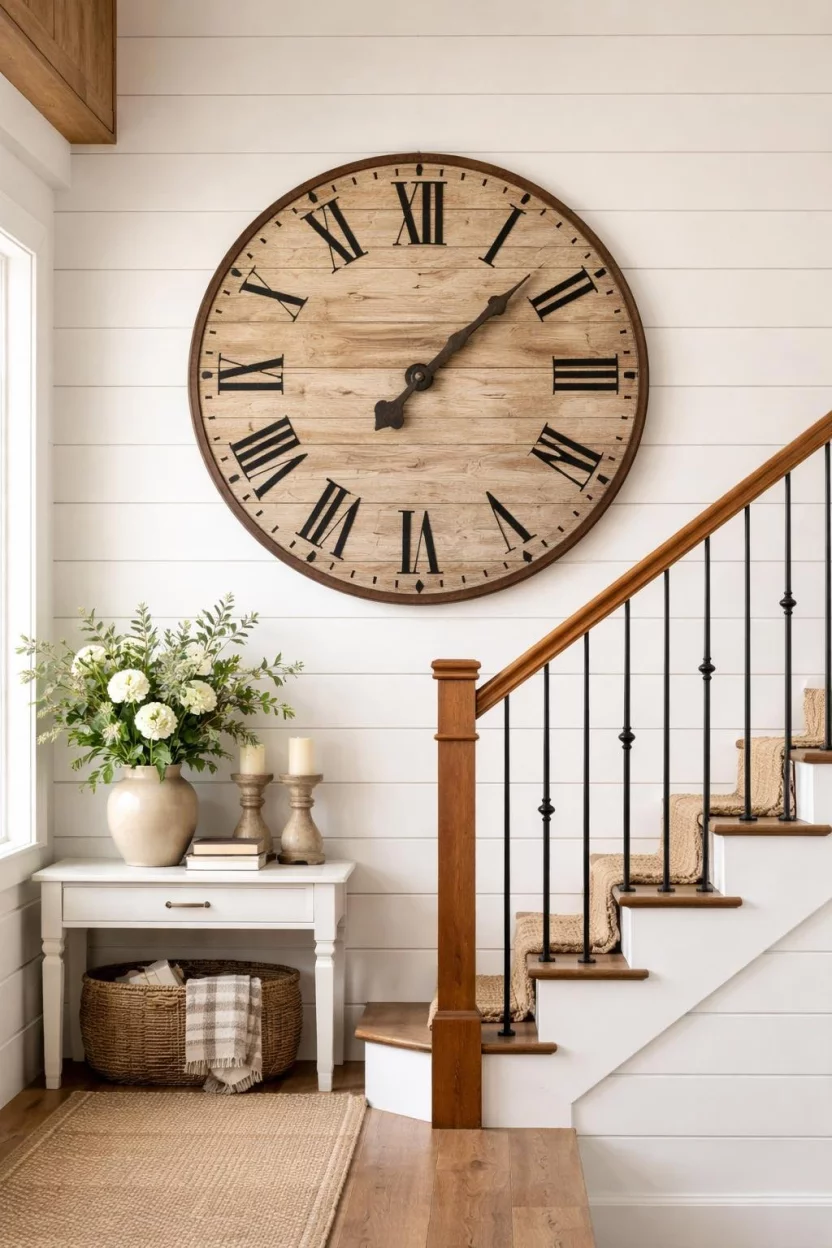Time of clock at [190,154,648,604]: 1:07
